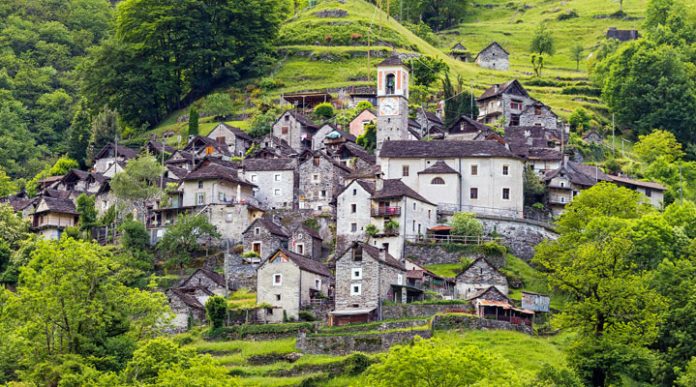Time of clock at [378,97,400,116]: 9:22
